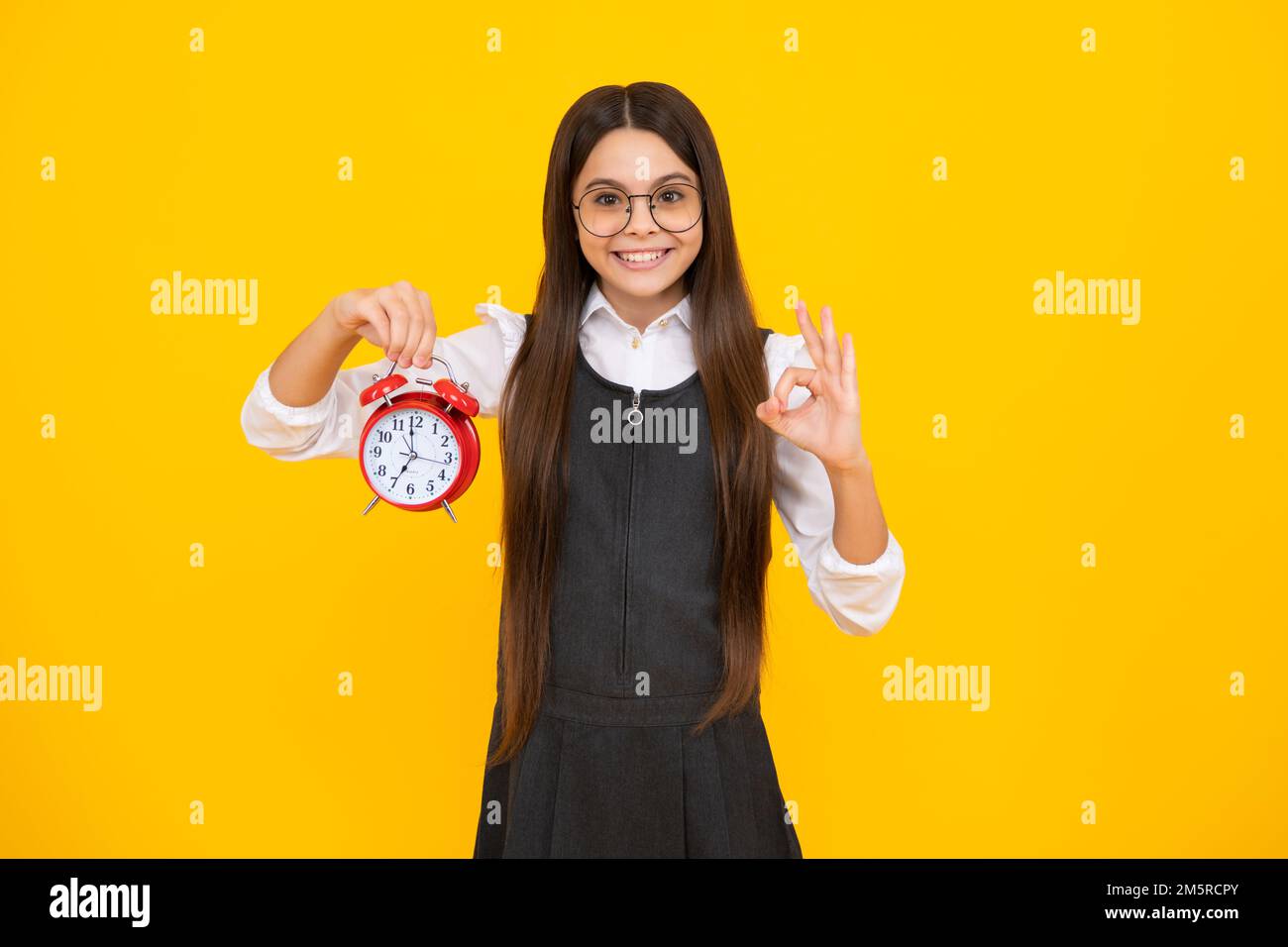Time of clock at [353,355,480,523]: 6:58
